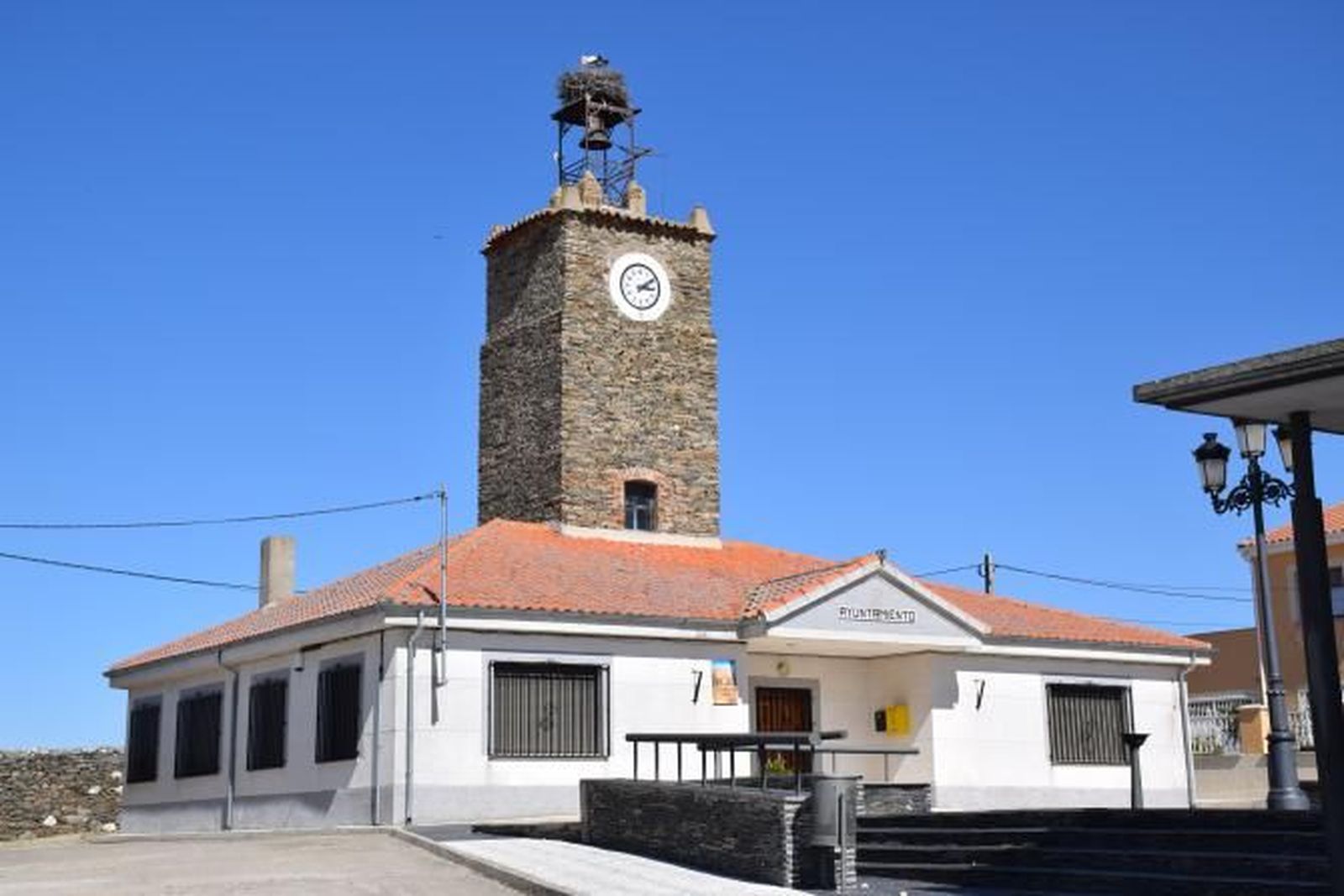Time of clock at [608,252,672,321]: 3:09
